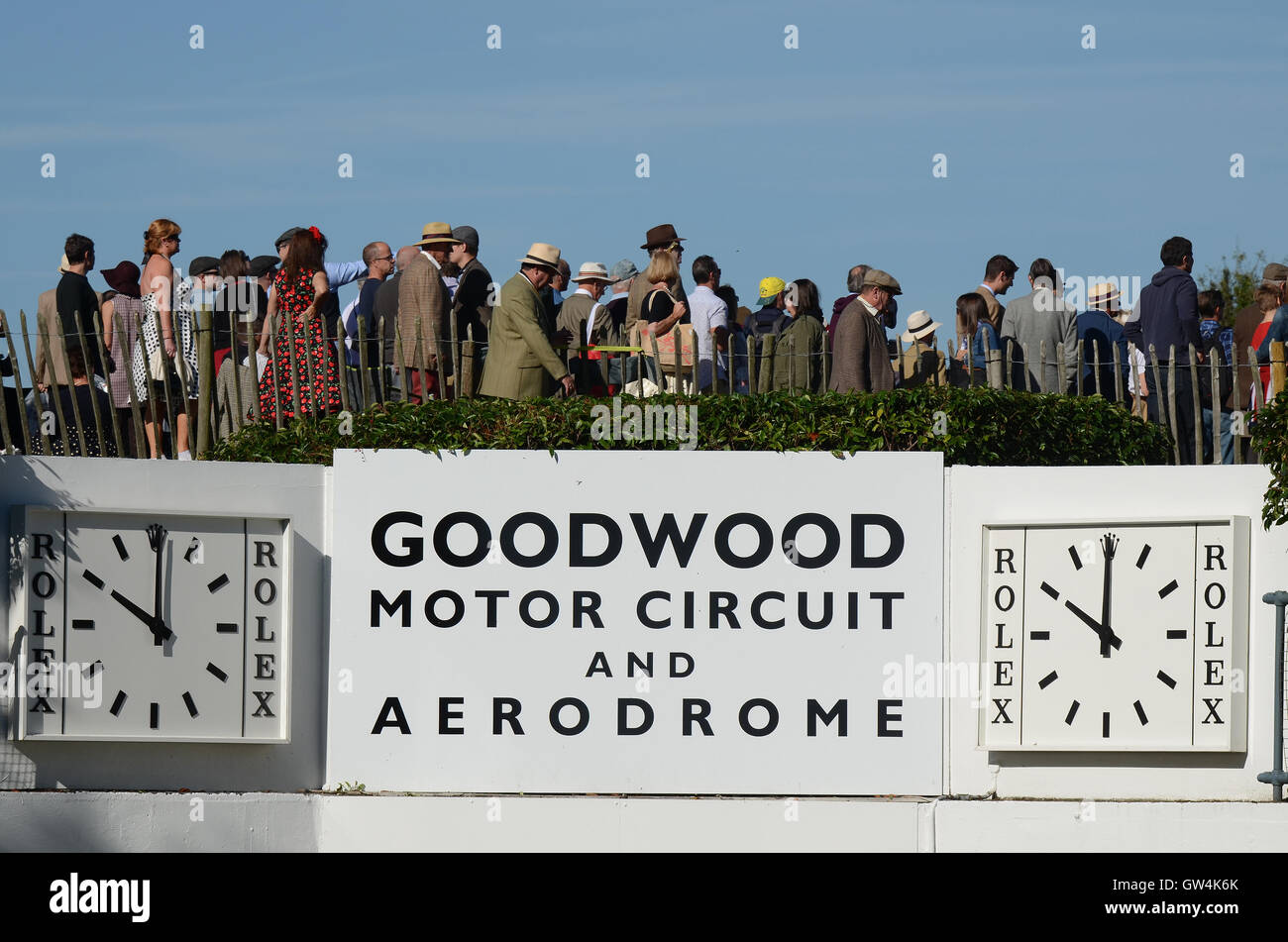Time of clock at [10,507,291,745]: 10:00
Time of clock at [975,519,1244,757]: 10:00
